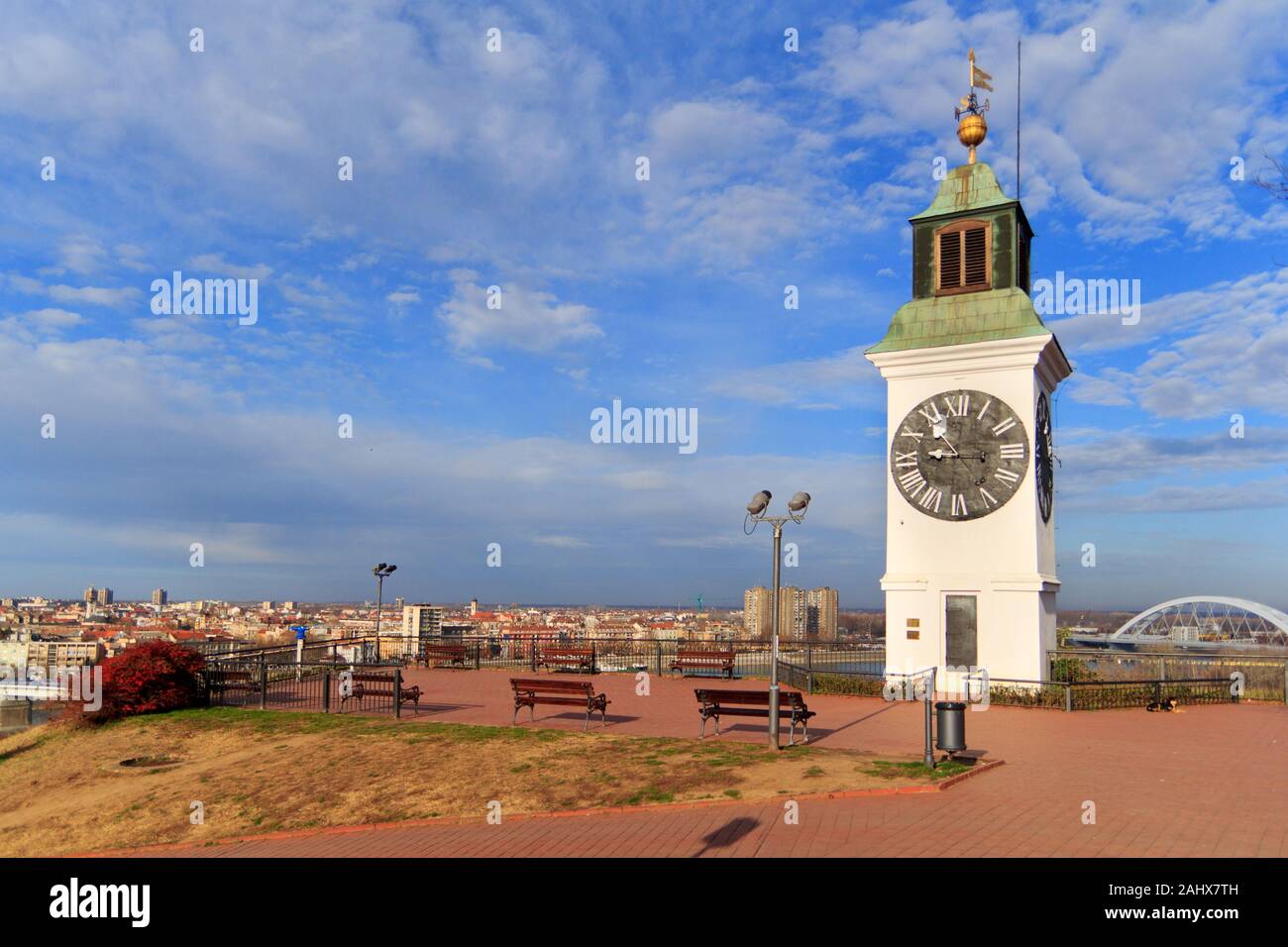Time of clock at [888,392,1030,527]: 8:54
